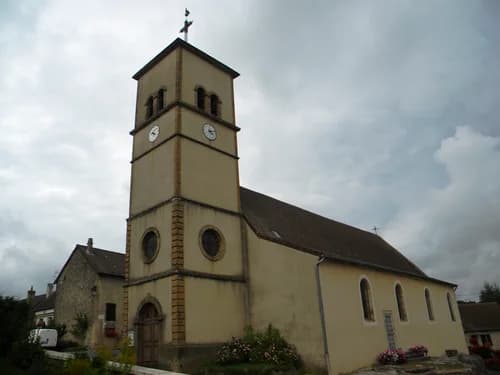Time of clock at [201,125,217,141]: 4:12
